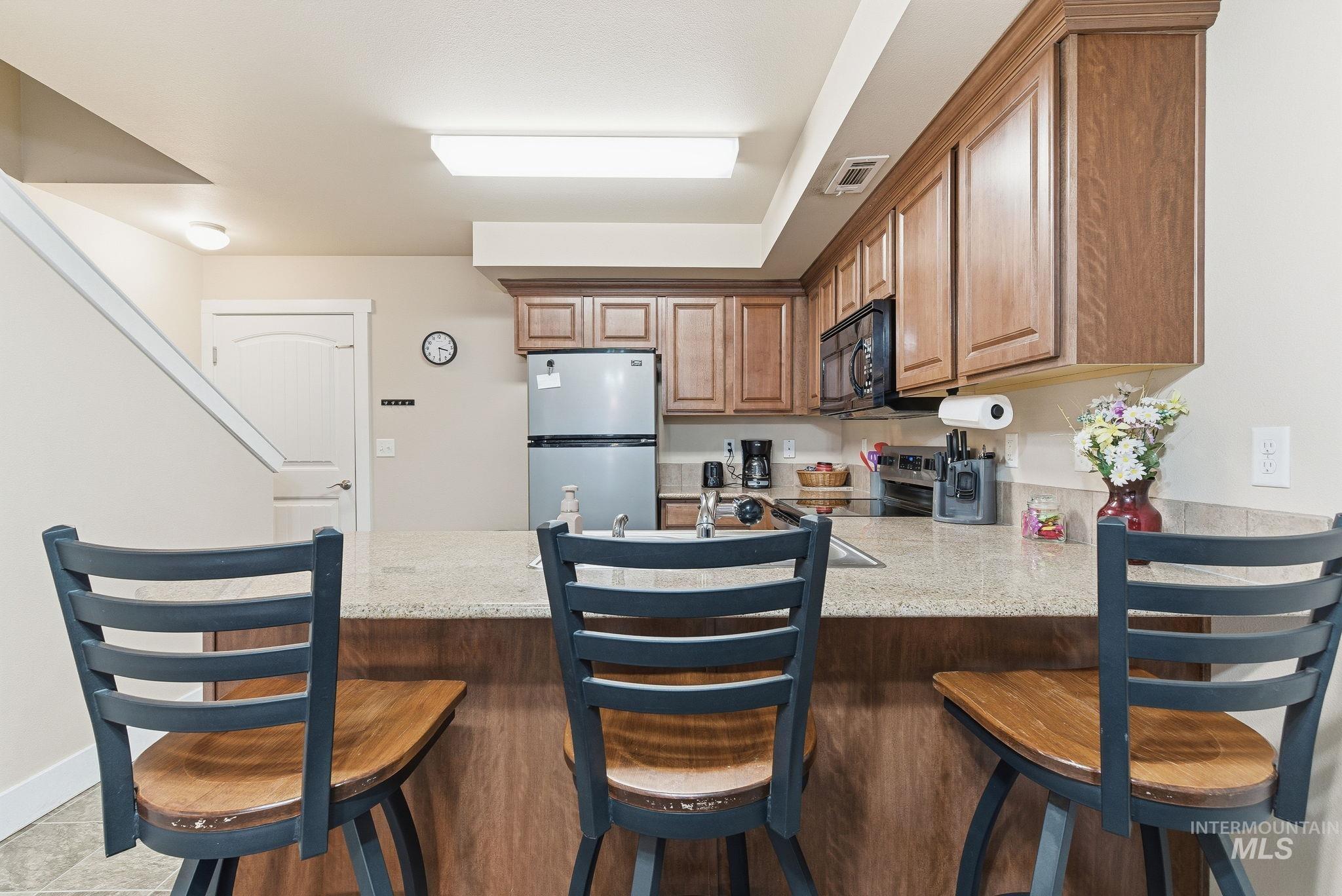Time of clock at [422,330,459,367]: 3:29
